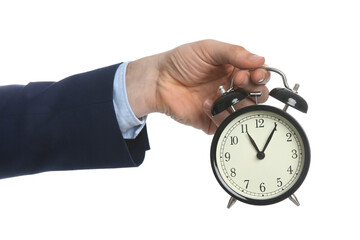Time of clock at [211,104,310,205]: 11:05
